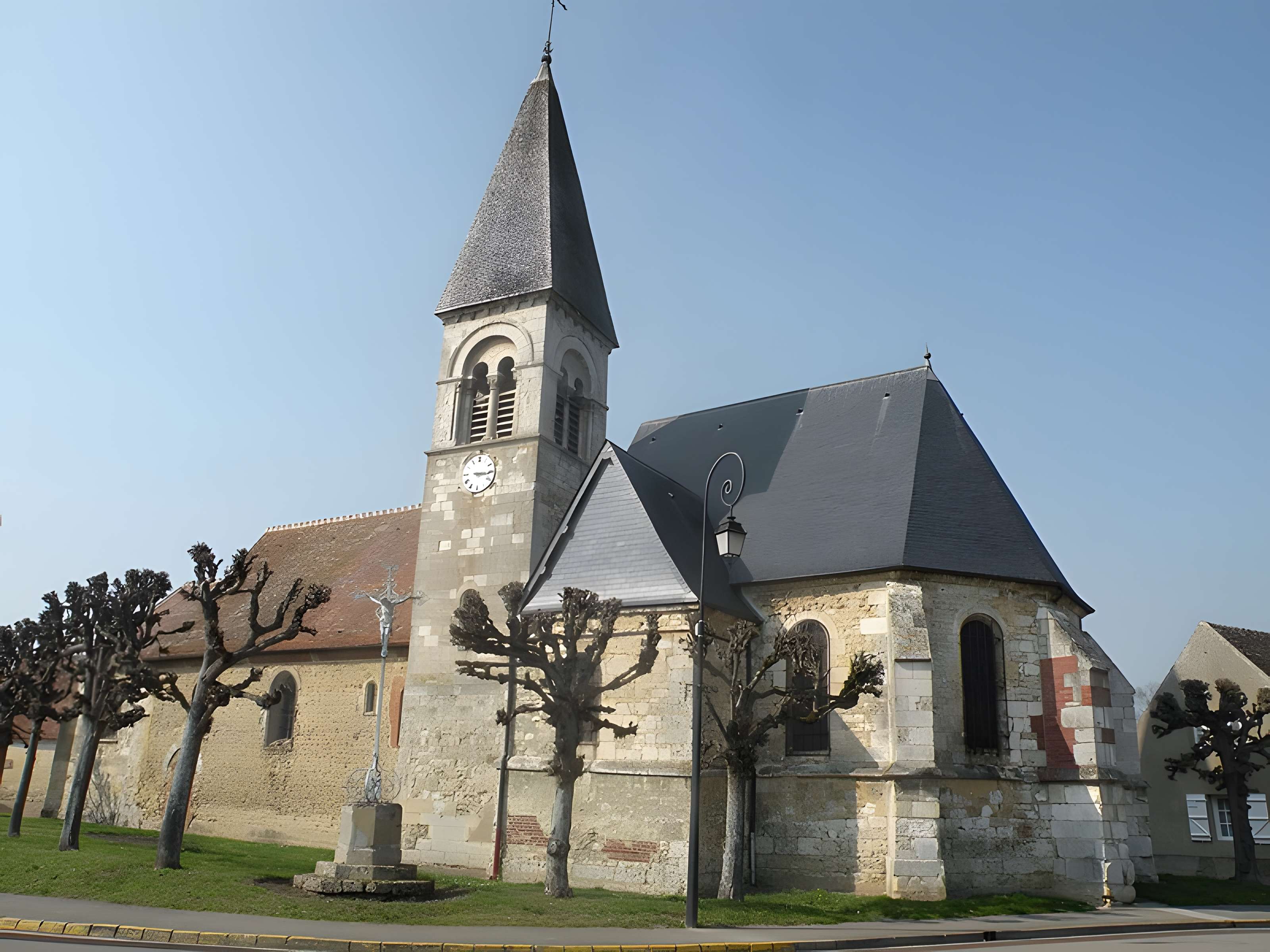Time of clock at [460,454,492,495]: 3:15
